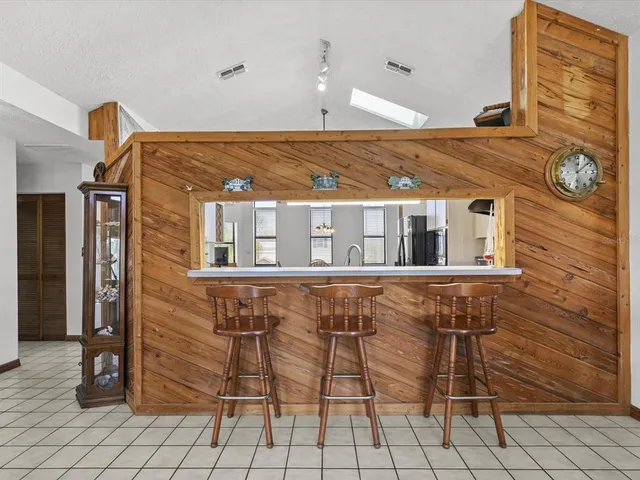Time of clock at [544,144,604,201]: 12:07
